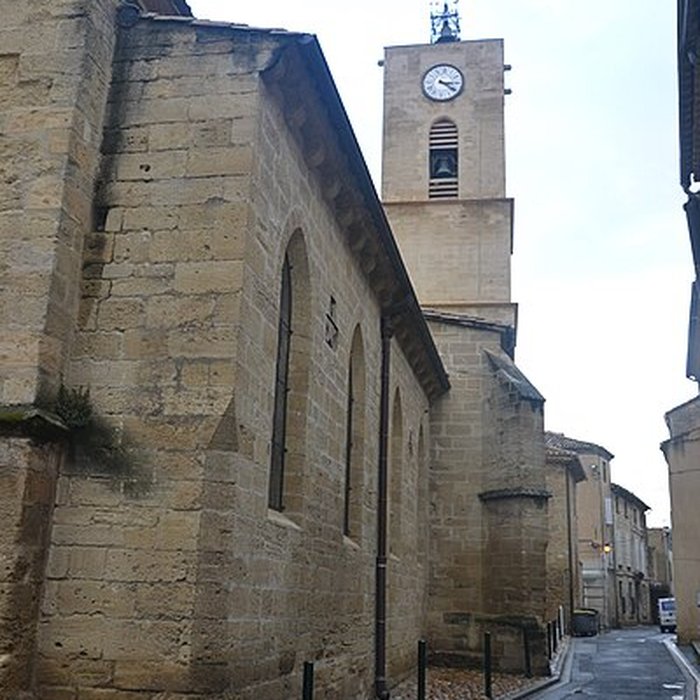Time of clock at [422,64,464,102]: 3:20
